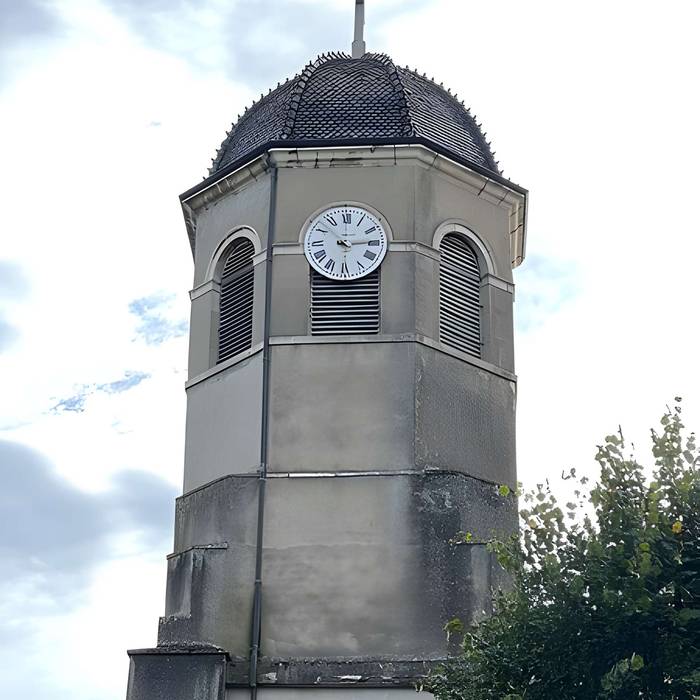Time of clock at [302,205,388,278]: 10:14
